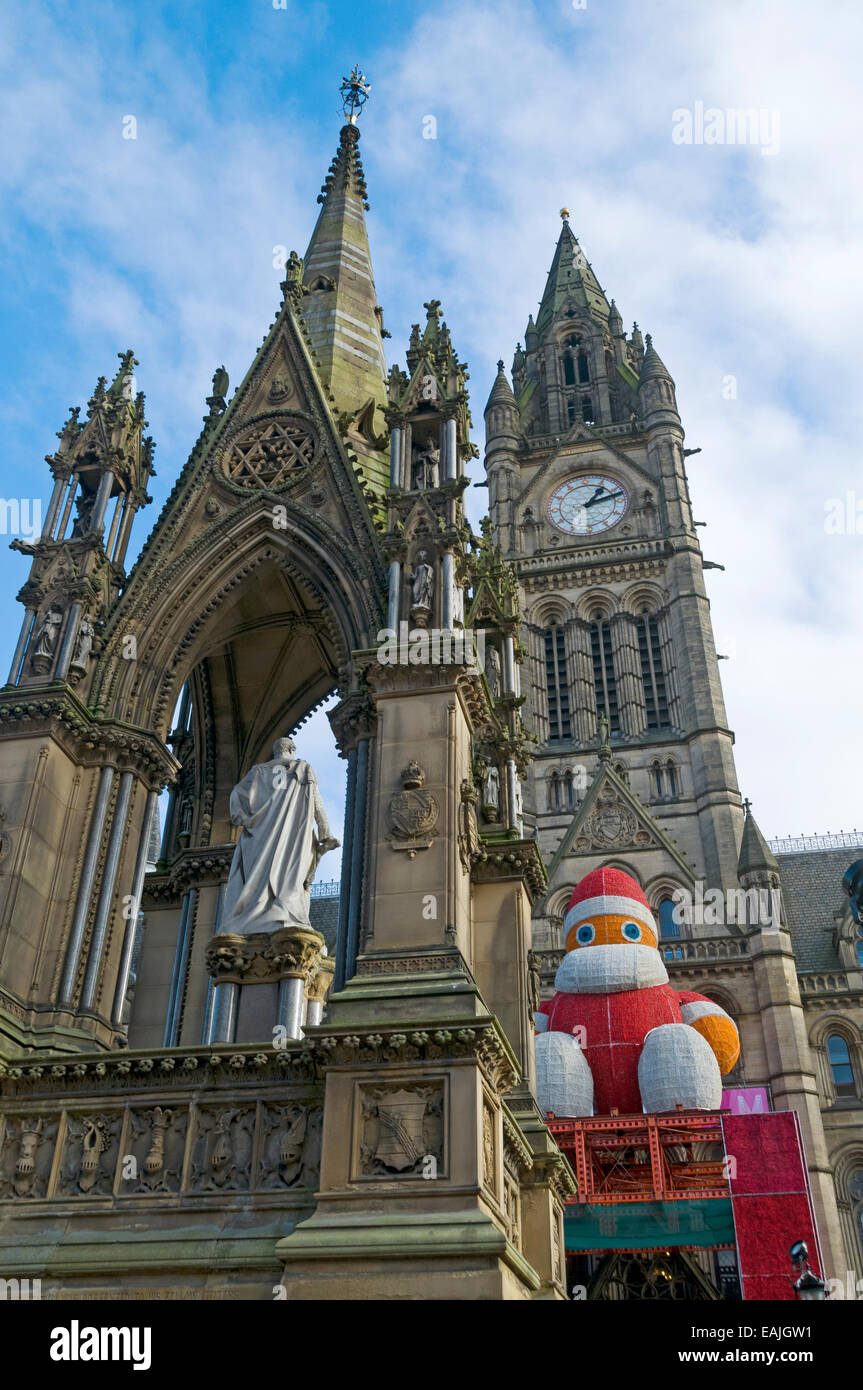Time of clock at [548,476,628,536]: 1:11
